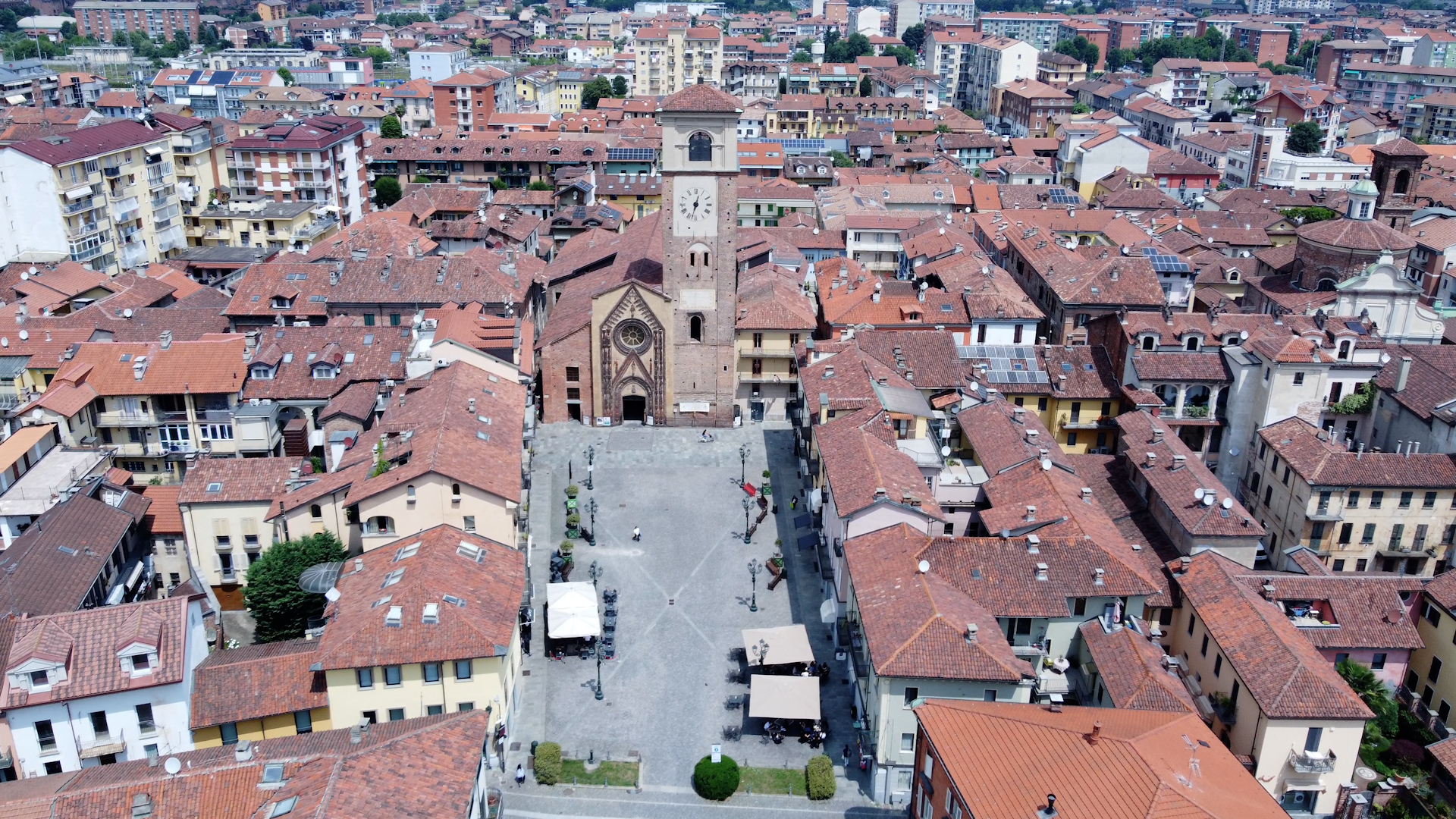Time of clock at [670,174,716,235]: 12:32
